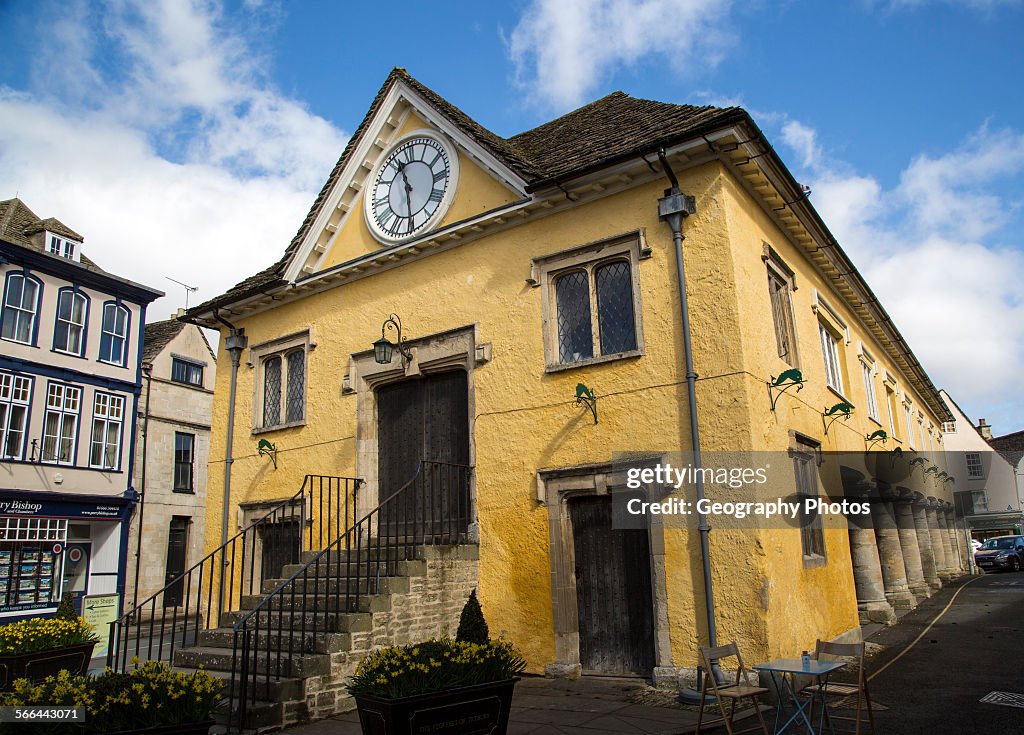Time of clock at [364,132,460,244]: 11:29
